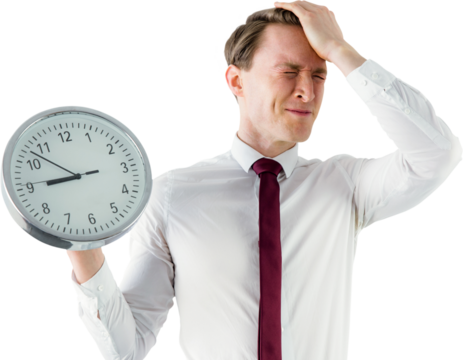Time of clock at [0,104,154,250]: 8:52
